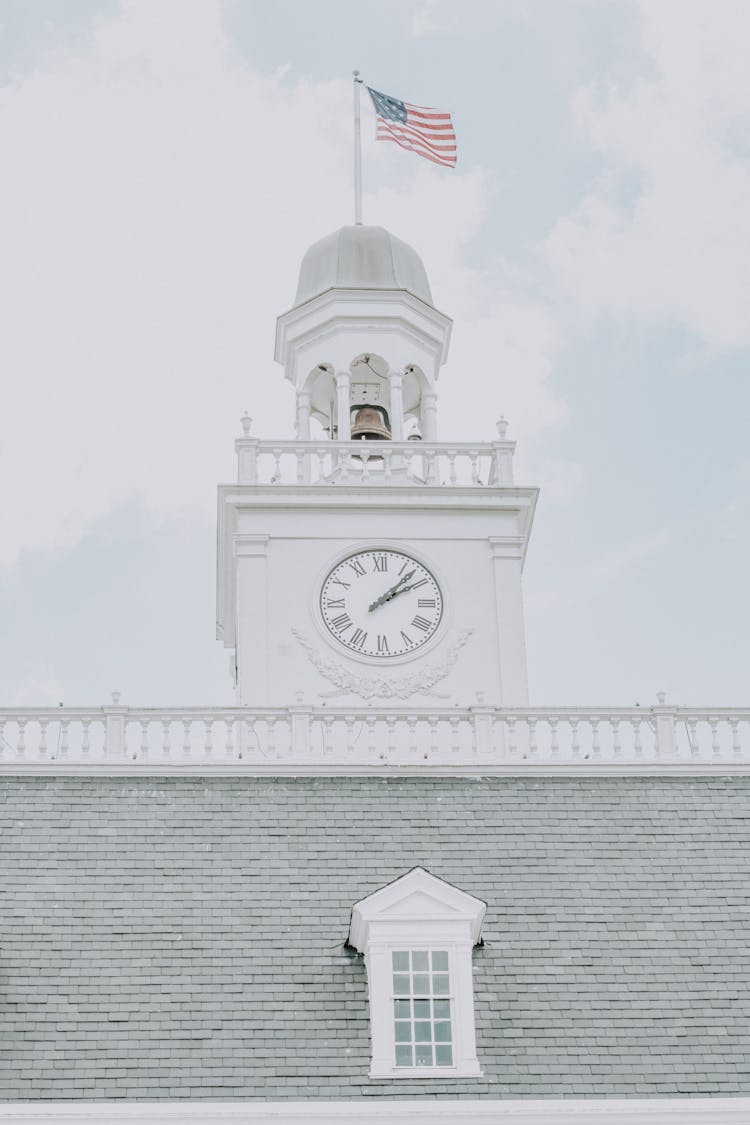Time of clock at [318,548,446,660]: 2:07
